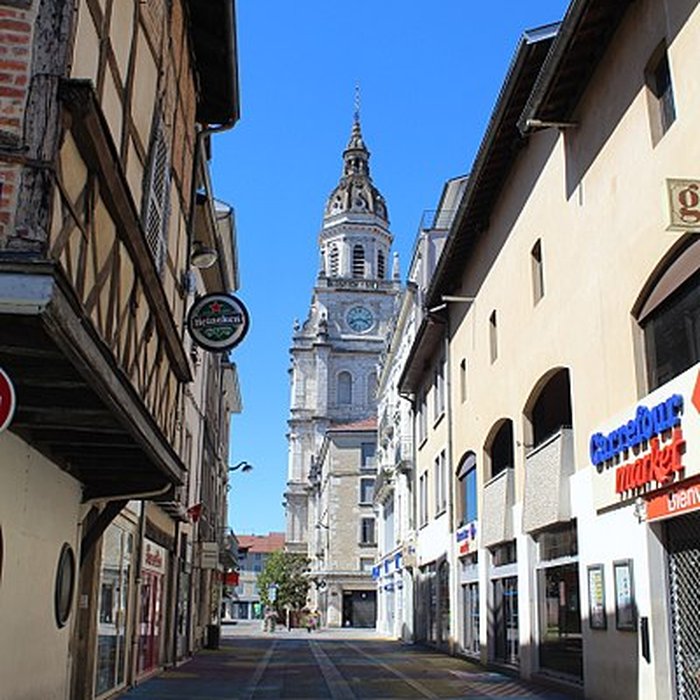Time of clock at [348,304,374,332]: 3:41
